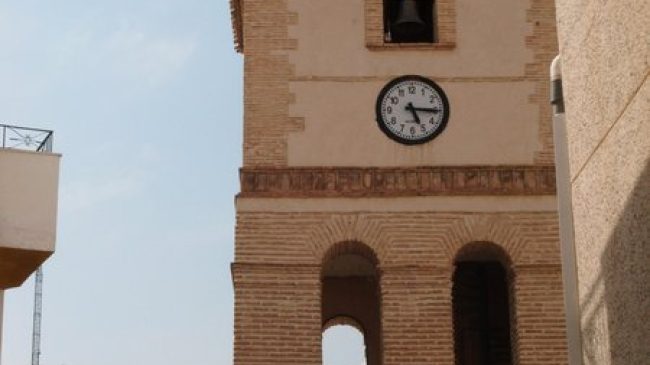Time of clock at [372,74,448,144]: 5:15
